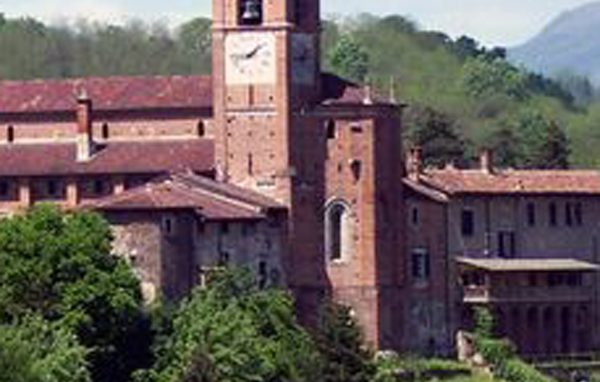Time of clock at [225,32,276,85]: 1:43
